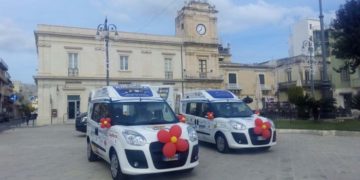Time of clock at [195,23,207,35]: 12:37
